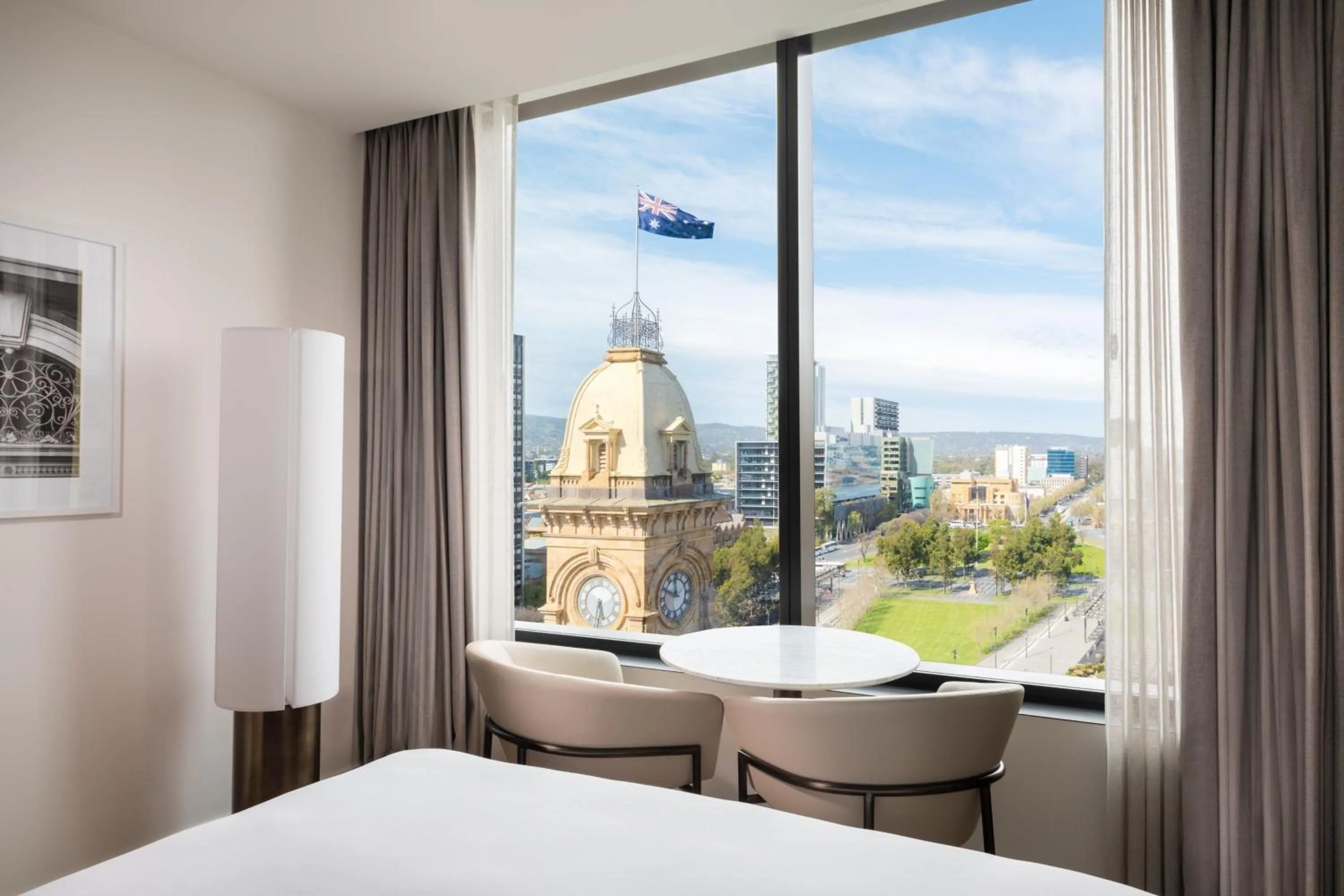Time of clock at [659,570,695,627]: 11:48
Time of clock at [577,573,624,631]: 5:31
